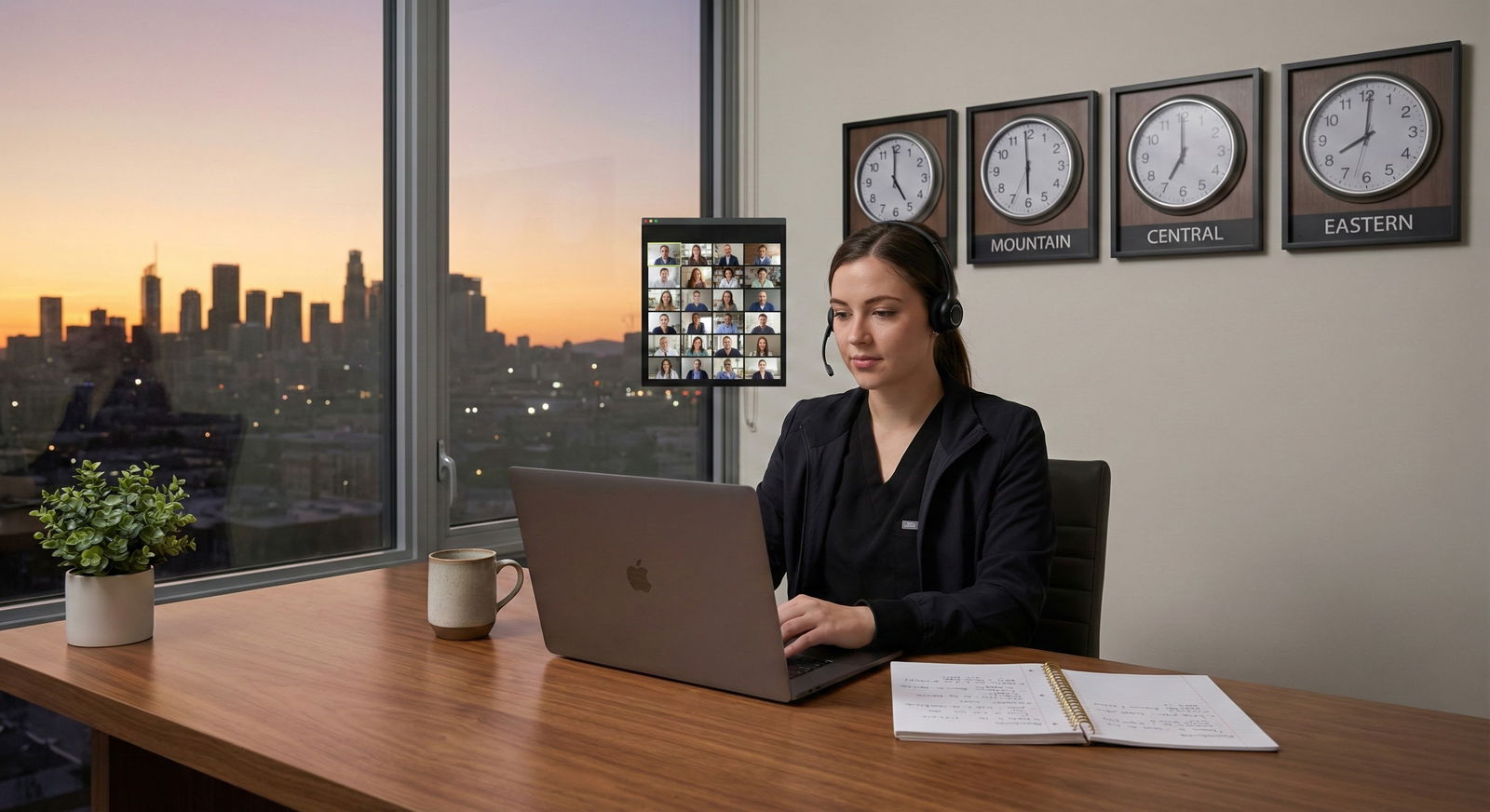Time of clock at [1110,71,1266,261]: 7:00
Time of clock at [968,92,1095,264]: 5:59
